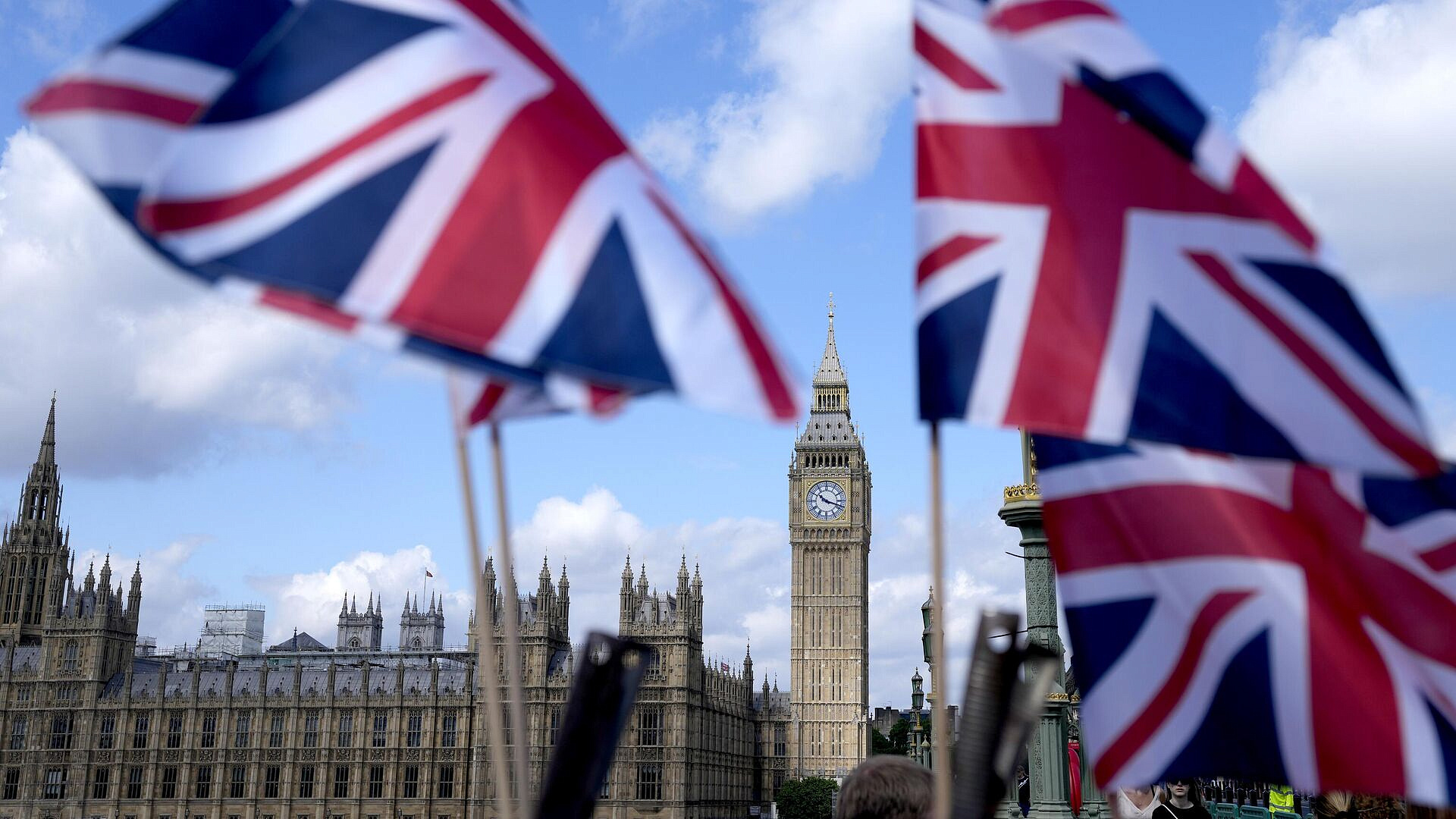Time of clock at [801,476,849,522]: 10:17
